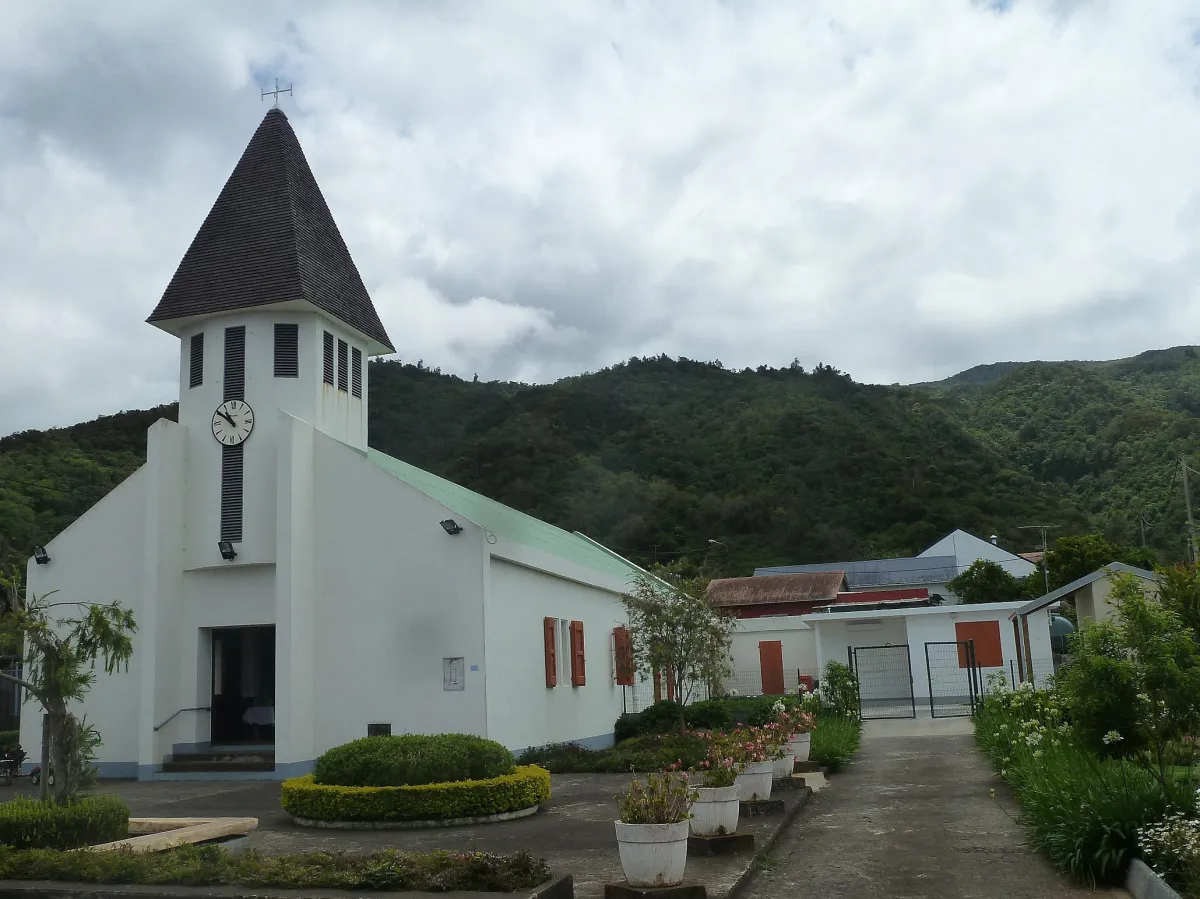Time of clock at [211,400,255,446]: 10:50
